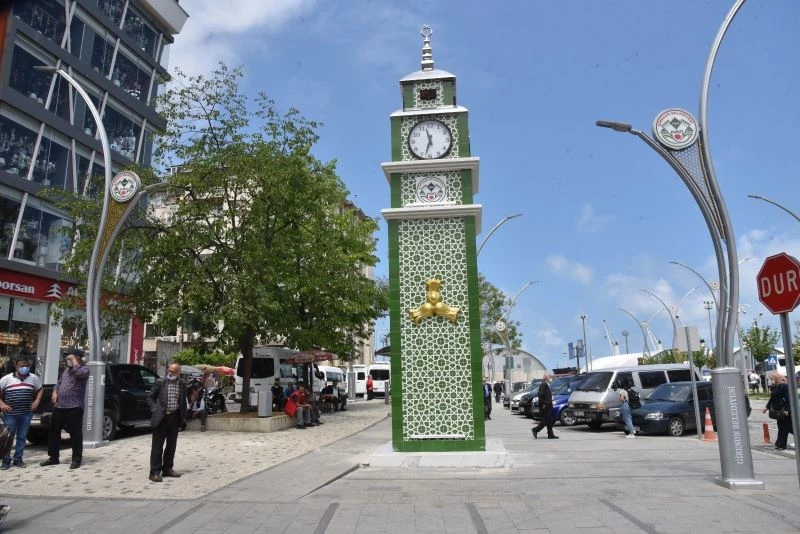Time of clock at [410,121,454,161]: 11:32
